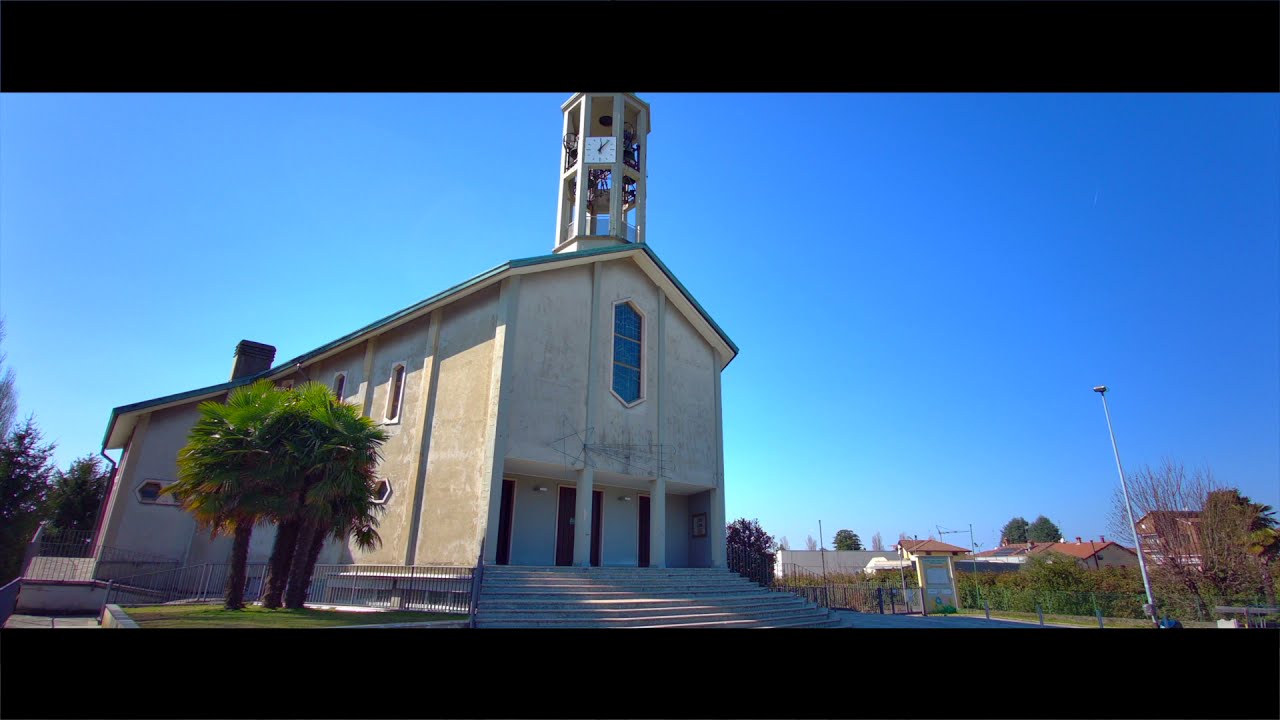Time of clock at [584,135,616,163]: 12:06
